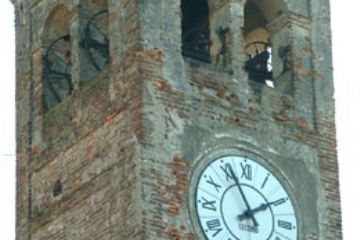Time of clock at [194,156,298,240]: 1:56
